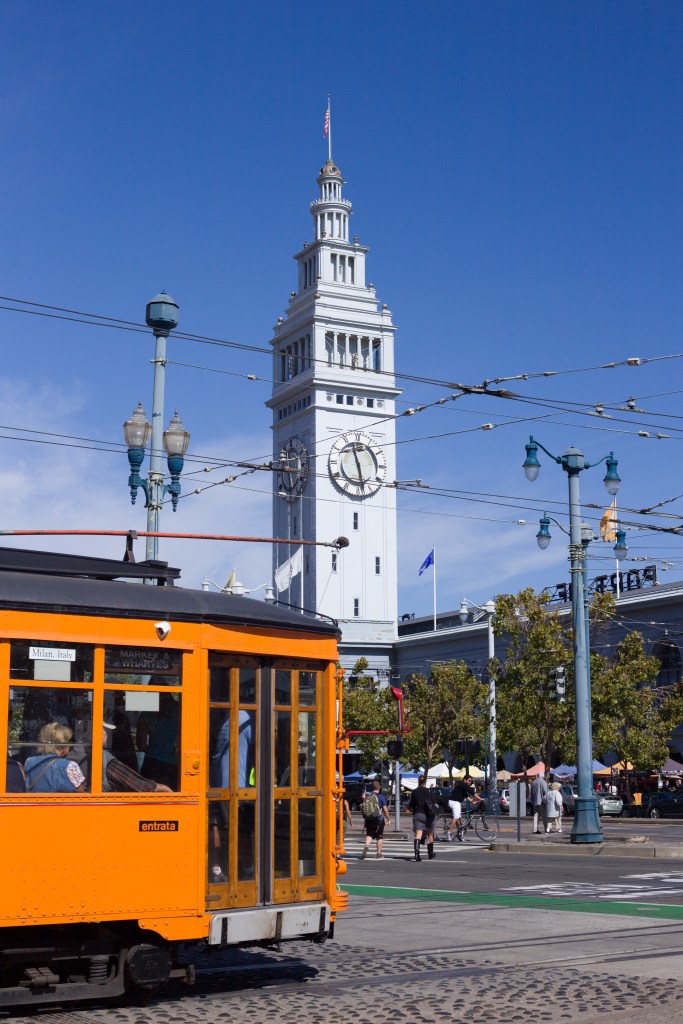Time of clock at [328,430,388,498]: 11:28
